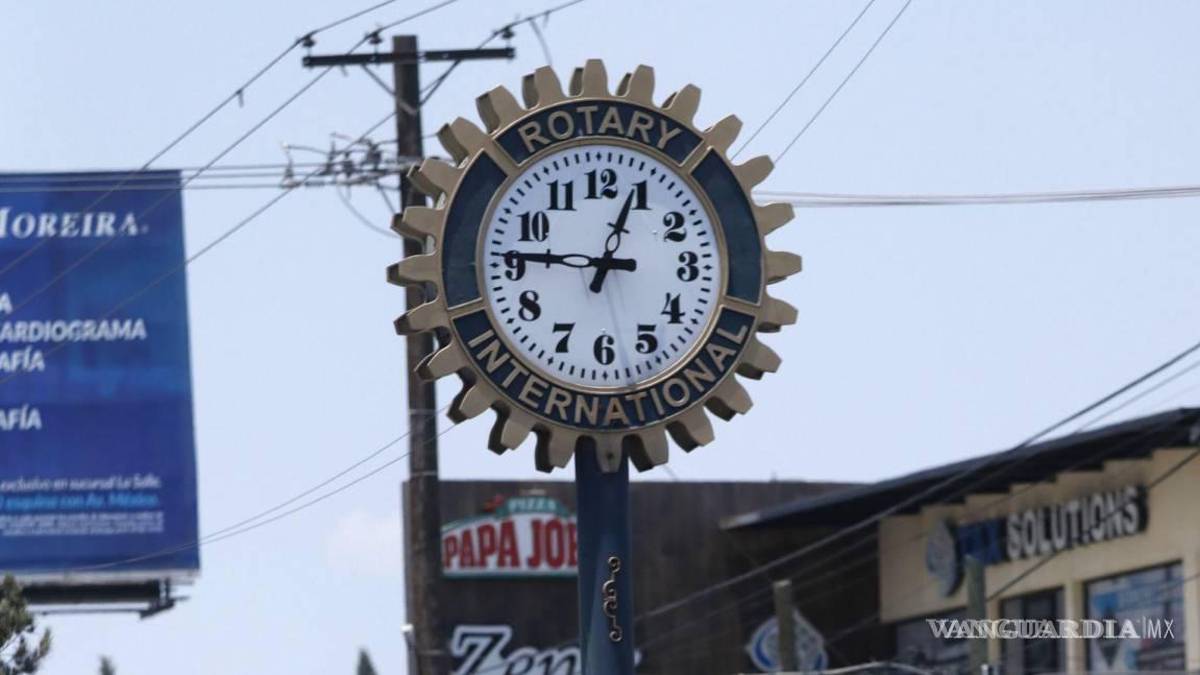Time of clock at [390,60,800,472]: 12:46
